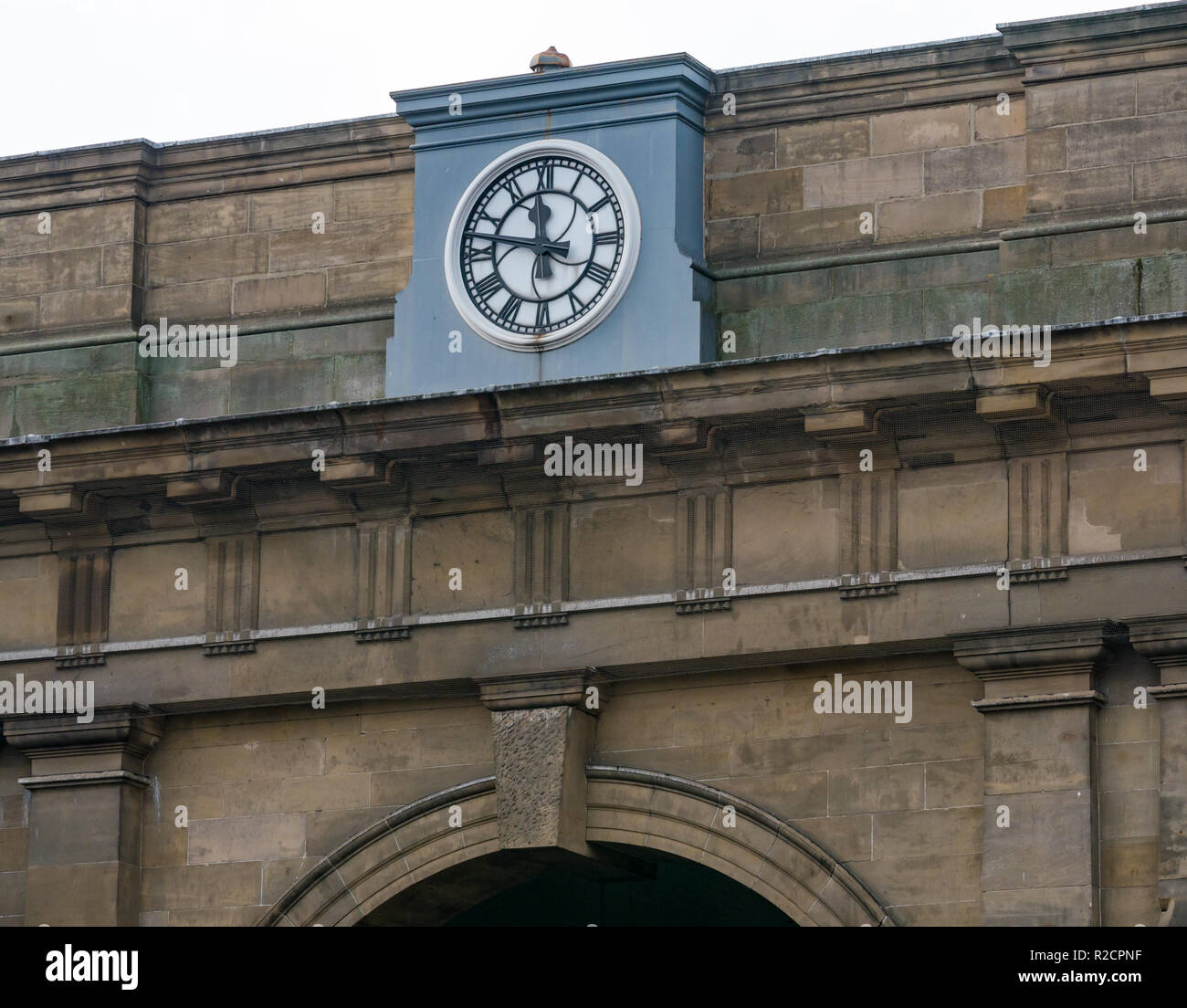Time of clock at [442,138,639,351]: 11:46
